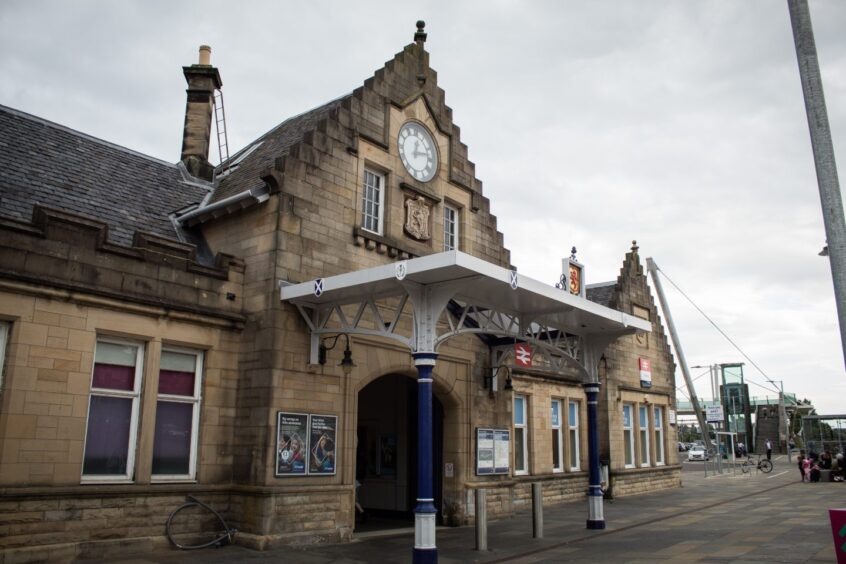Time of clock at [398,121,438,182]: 12:13
